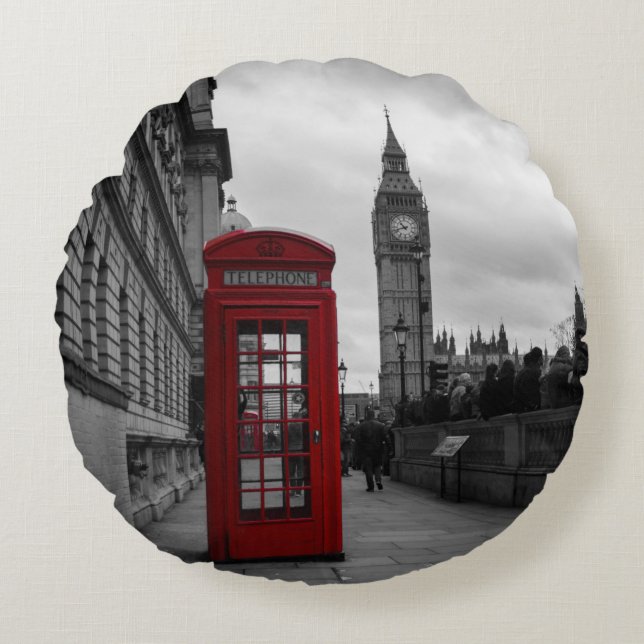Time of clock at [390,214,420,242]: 10:42
